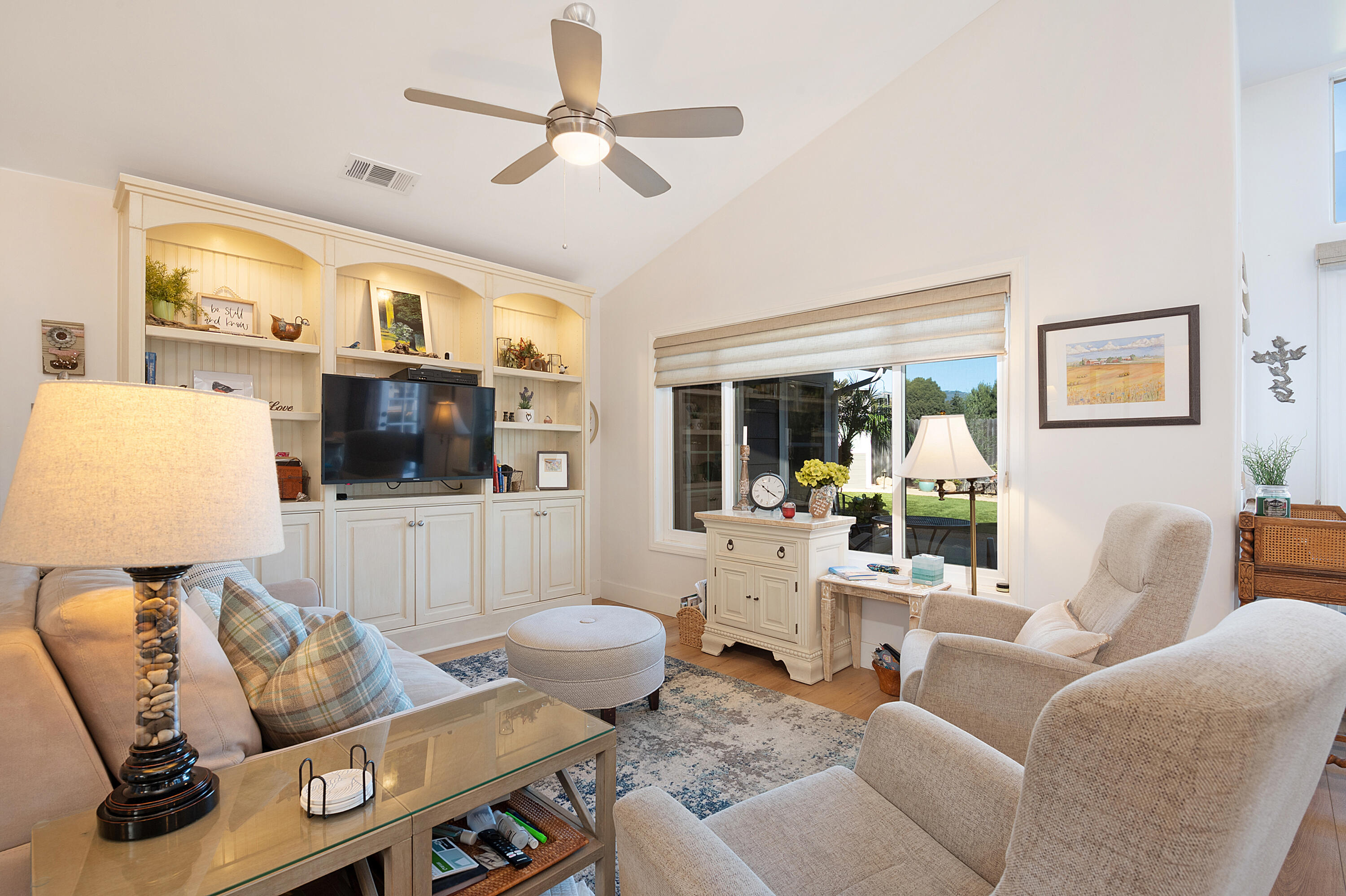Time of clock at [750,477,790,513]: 10:20
